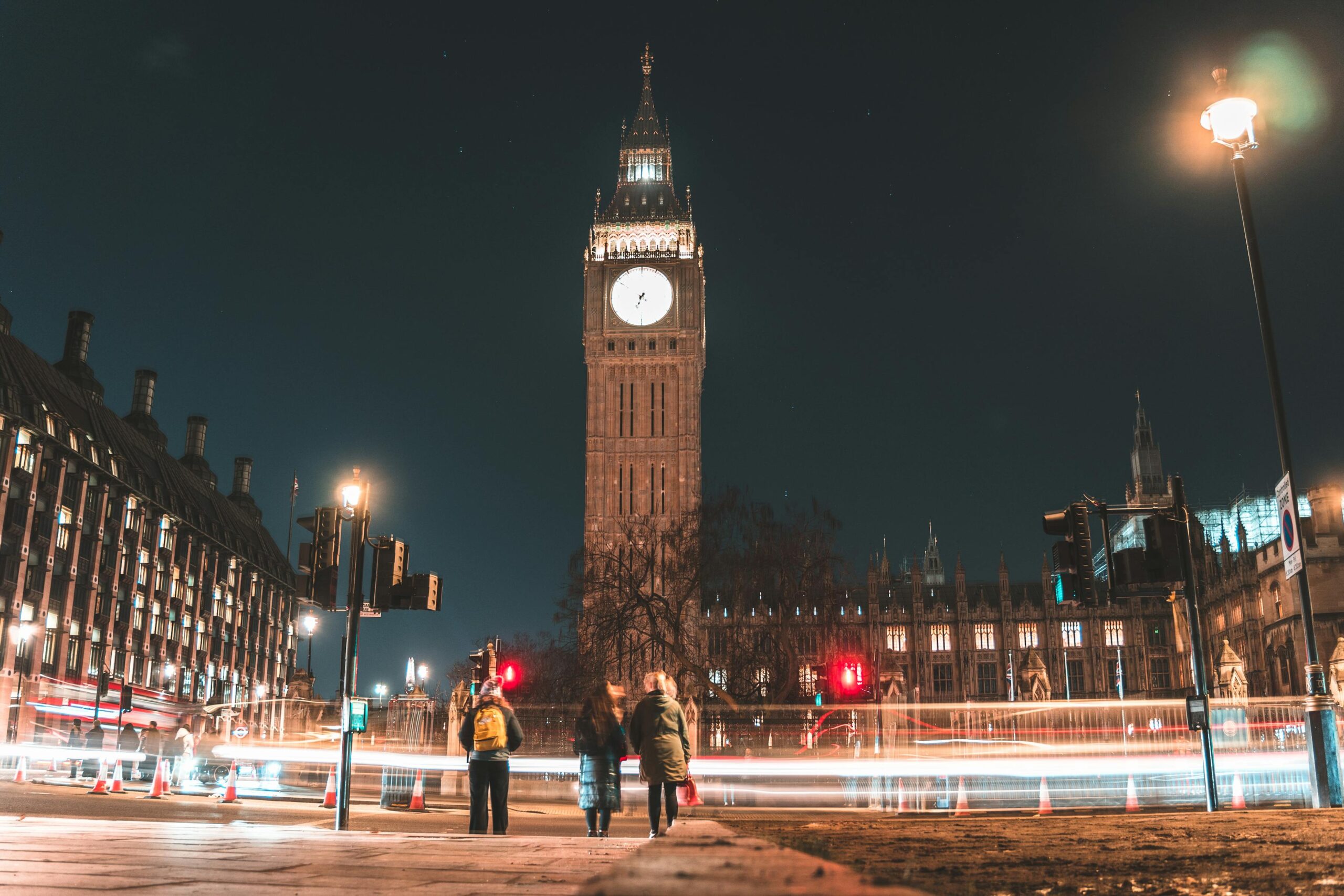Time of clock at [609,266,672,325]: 7:34
